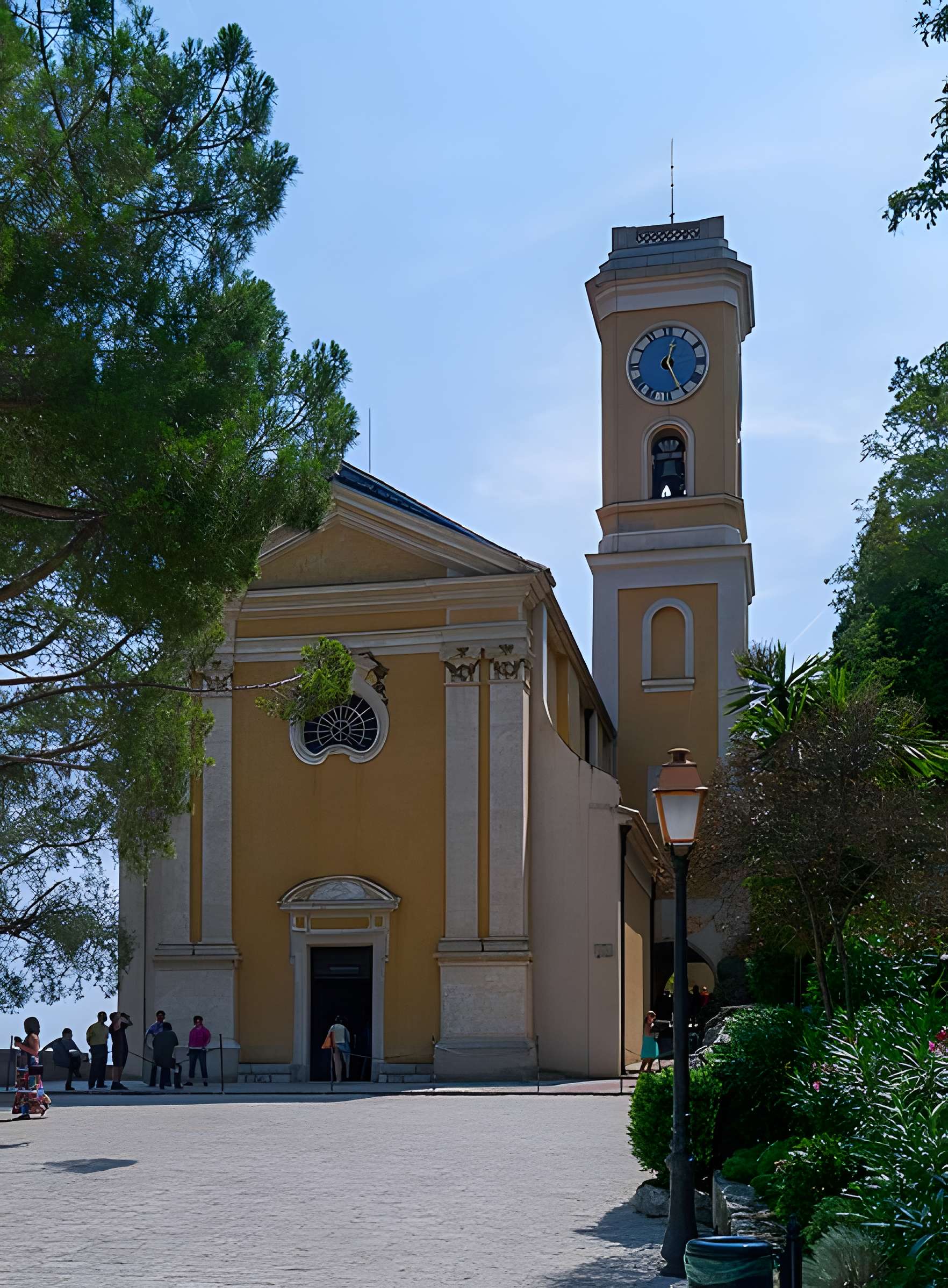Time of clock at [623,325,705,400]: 12:26
